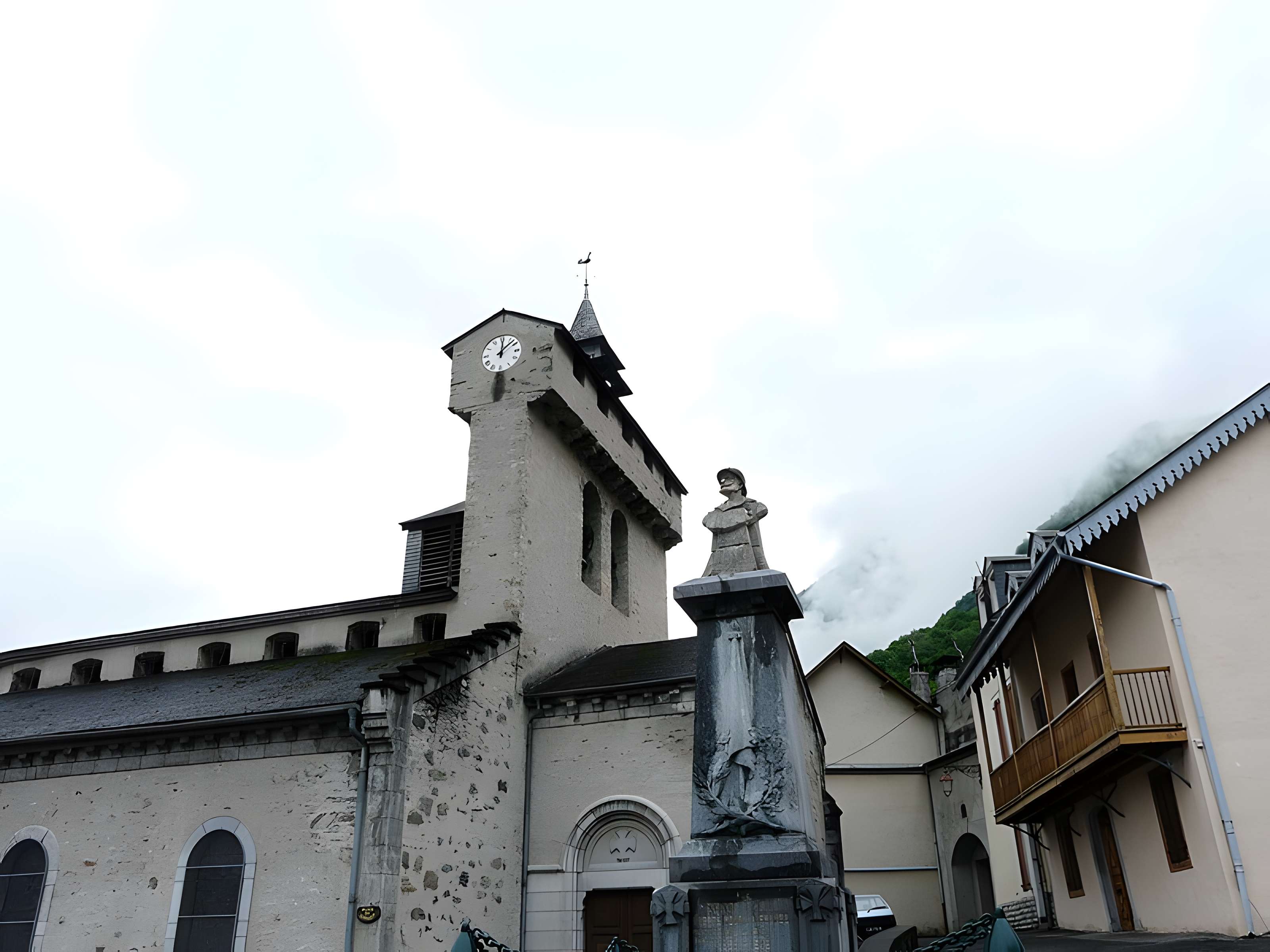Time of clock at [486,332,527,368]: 12:07
